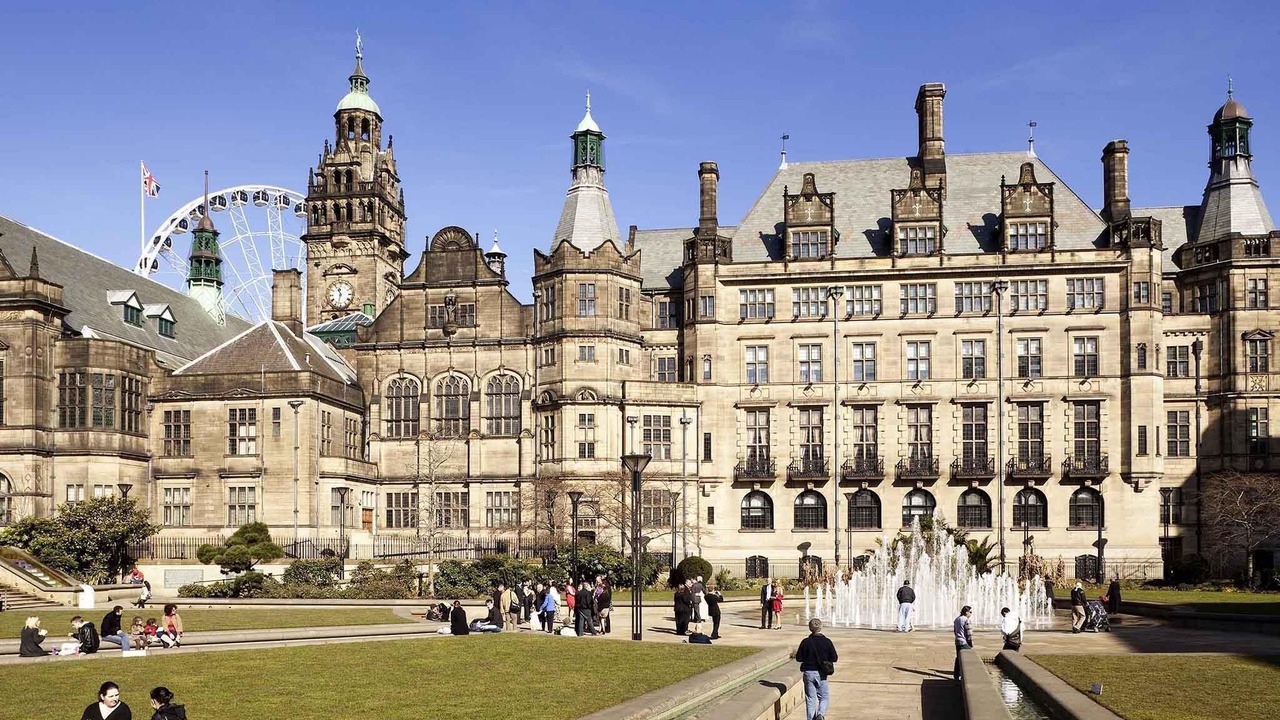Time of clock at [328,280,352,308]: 11:32
